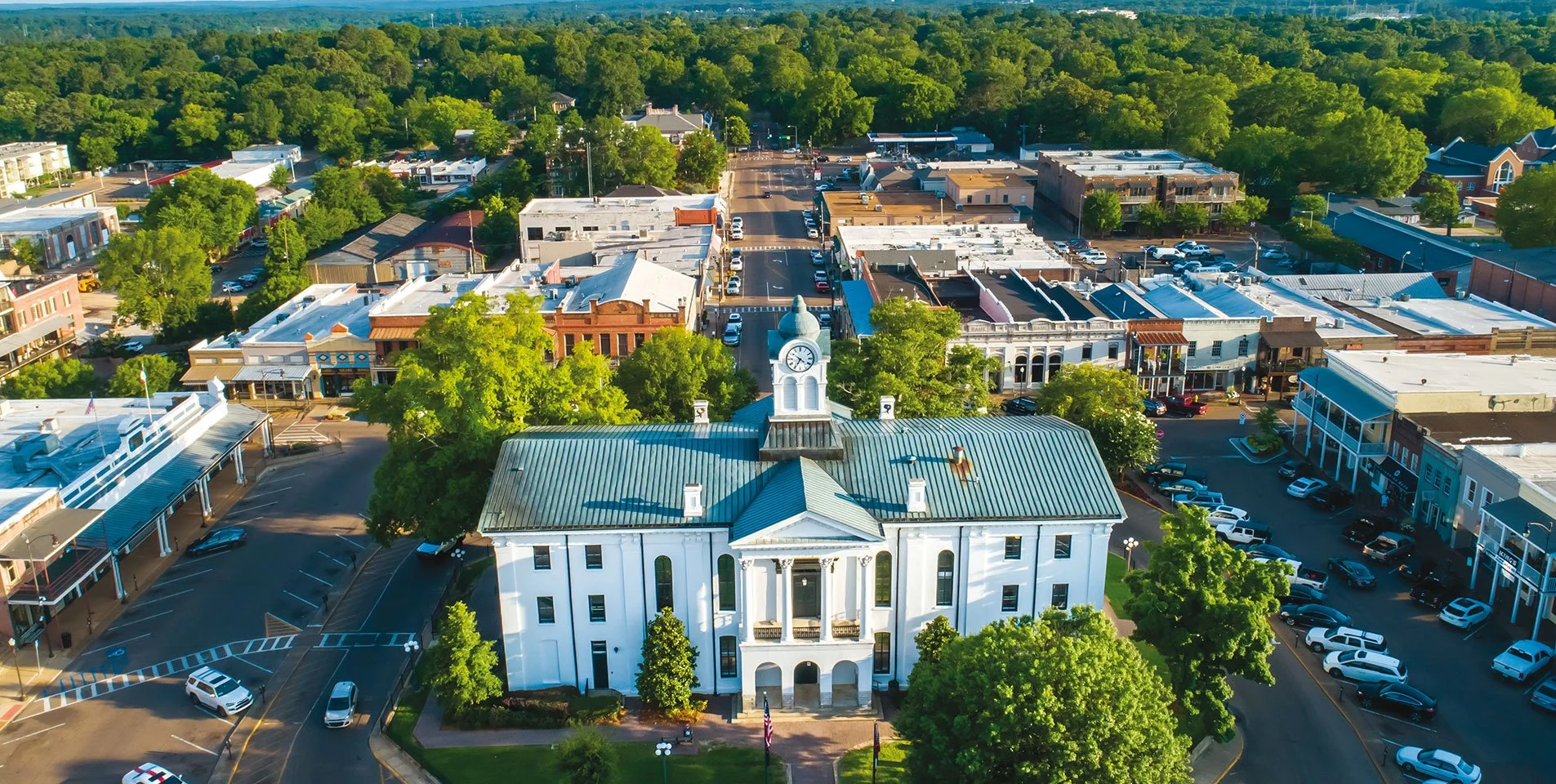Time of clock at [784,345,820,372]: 6:50
